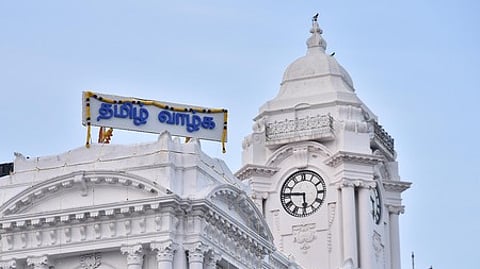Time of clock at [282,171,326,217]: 5:45
